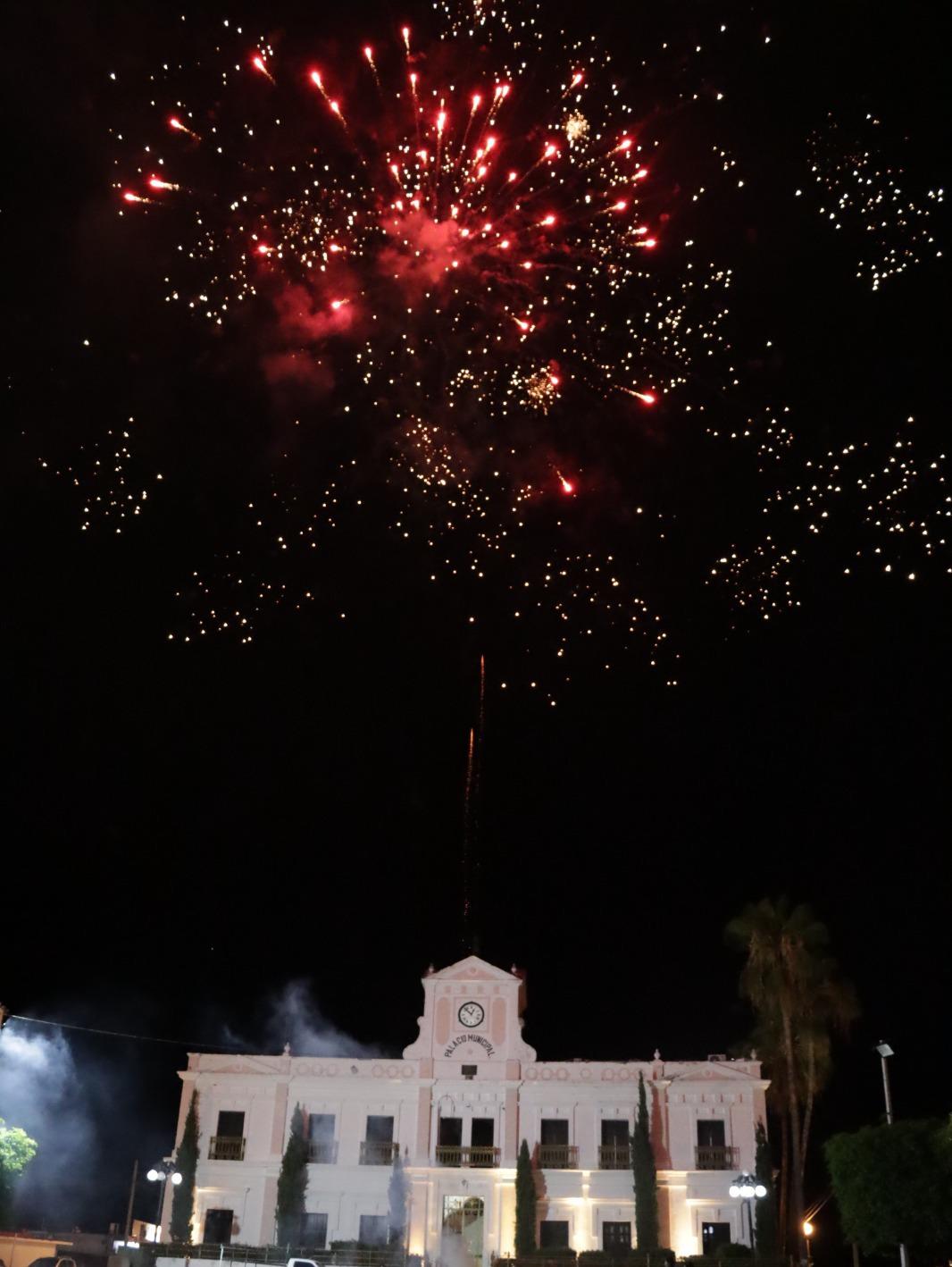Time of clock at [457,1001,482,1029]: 12:52
